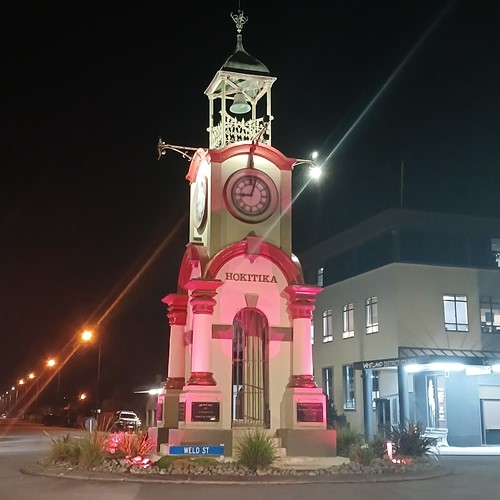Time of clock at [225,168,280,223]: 9:02
